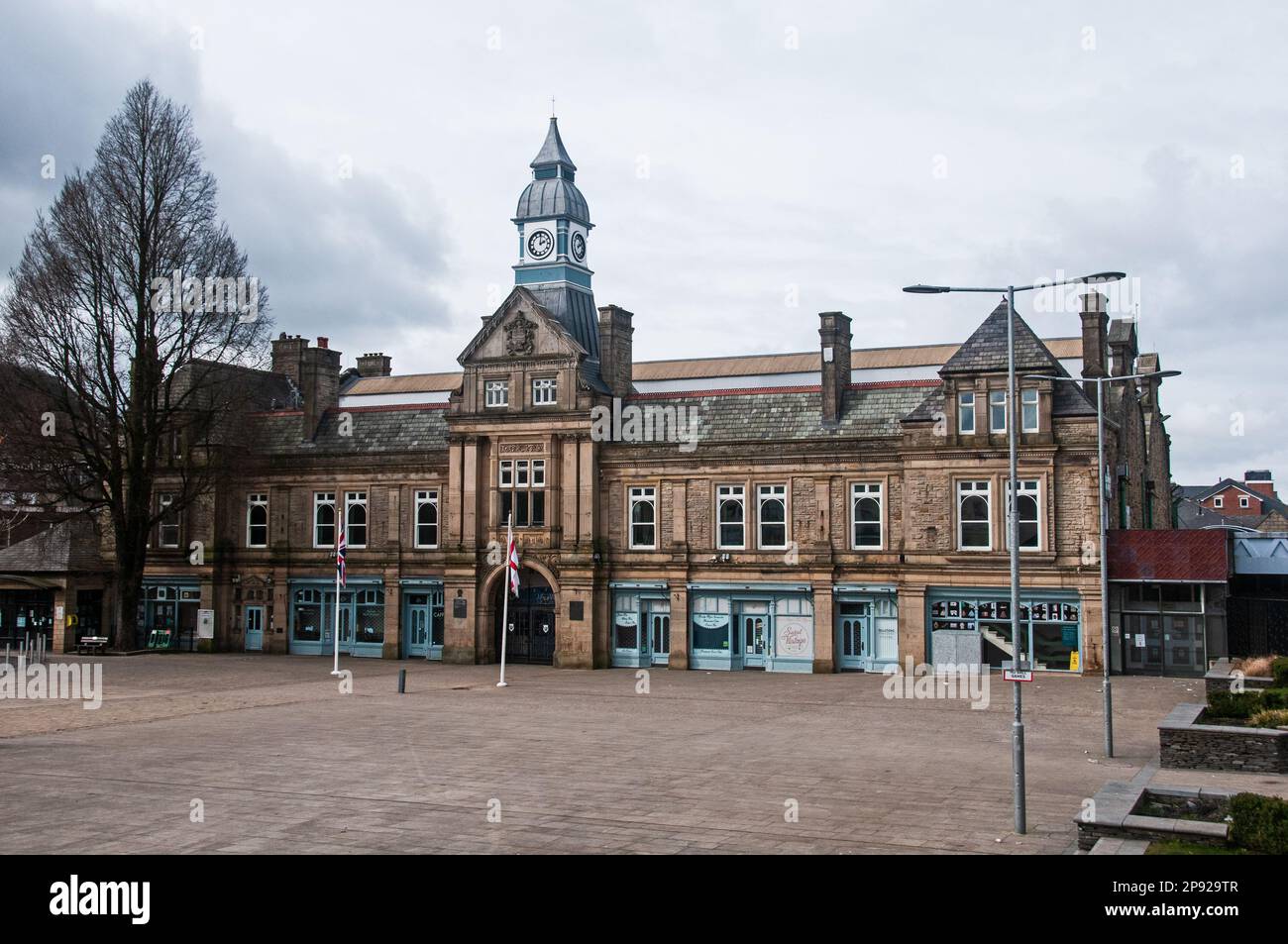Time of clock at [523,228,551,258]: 2:00
